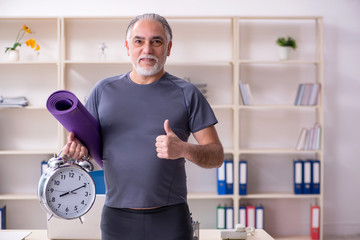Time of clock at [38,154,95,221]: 8:10
